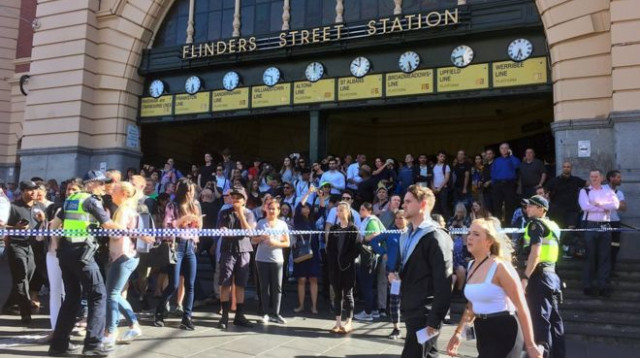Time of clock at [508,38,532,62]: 5:33
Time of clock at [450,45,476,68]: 5:42
